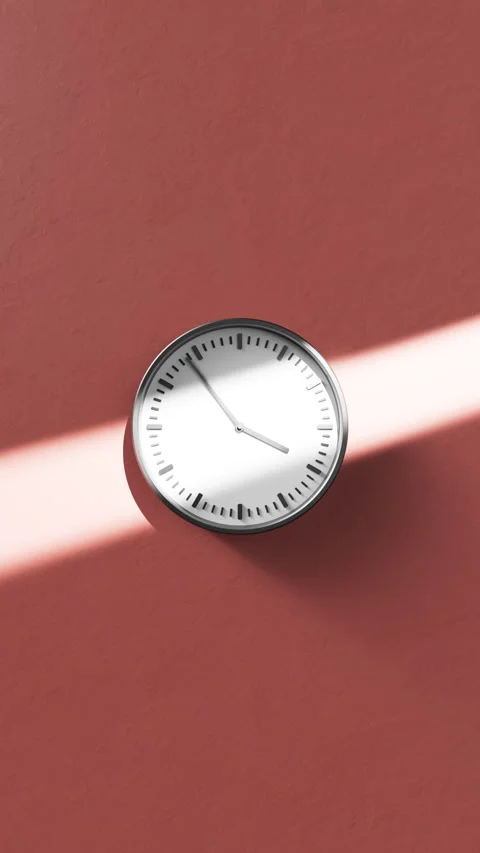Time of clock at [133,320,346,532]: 3:54
